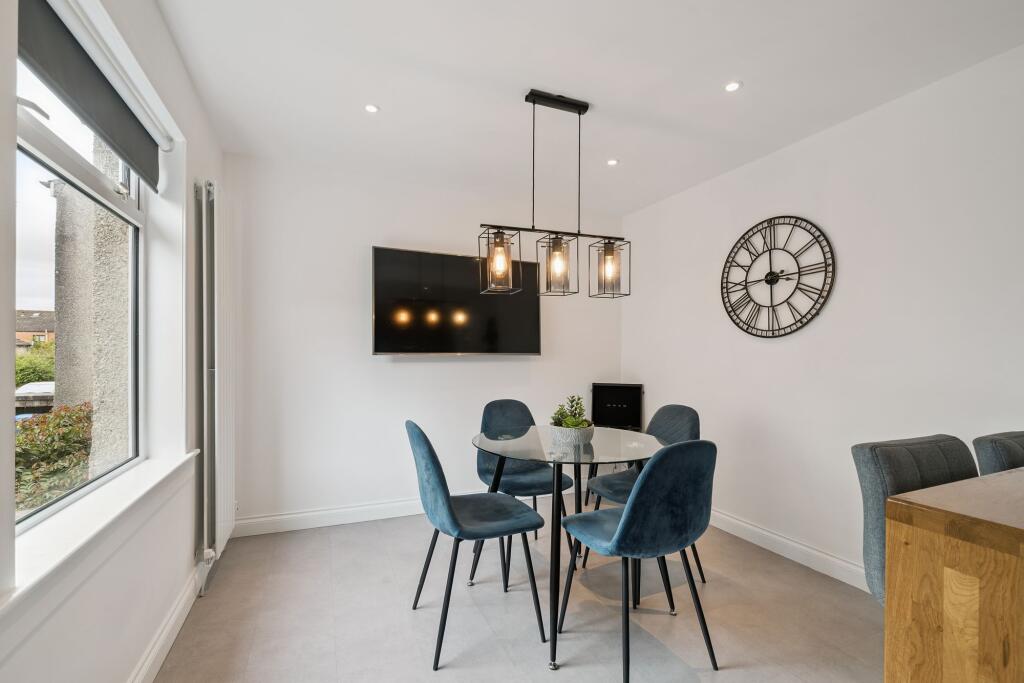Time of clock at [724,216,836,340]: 3:00
